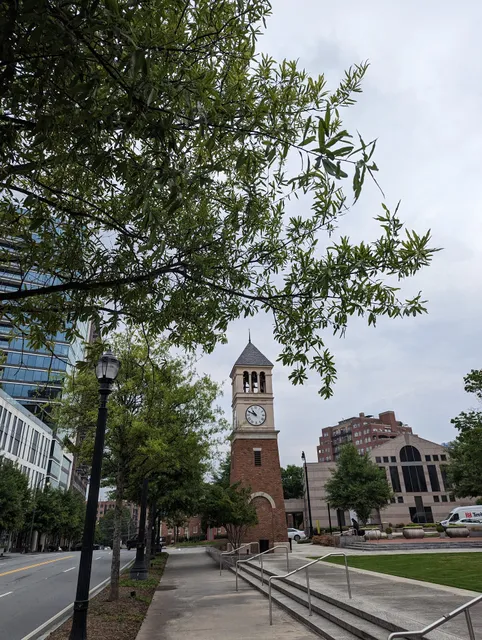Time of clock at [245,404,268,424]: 10:48
